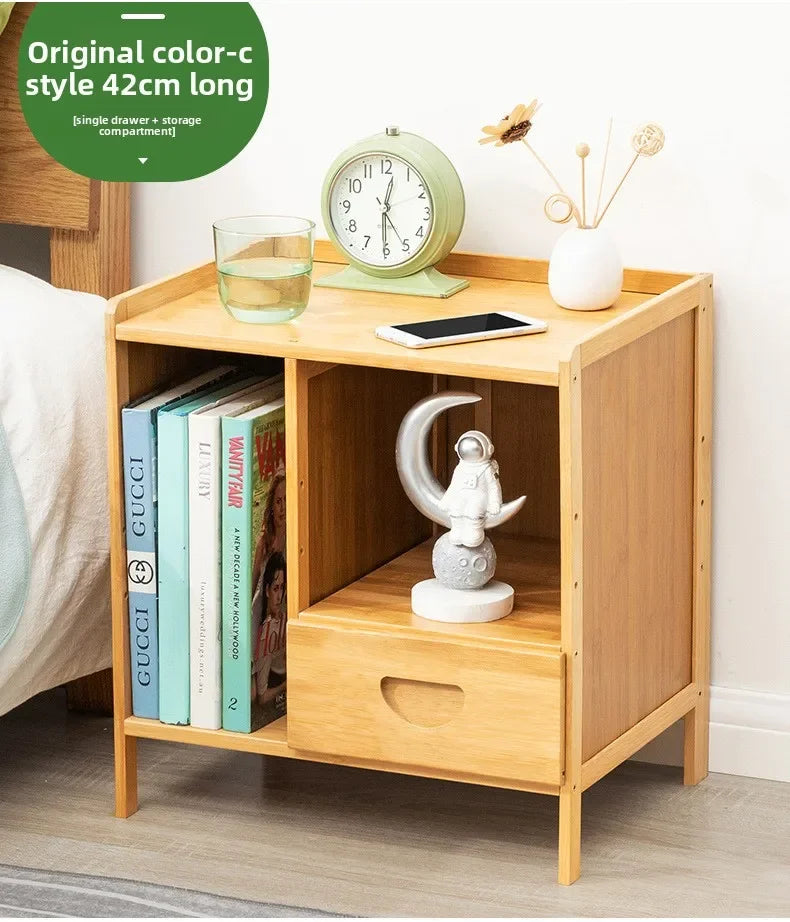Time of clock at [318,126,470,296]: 12:30
